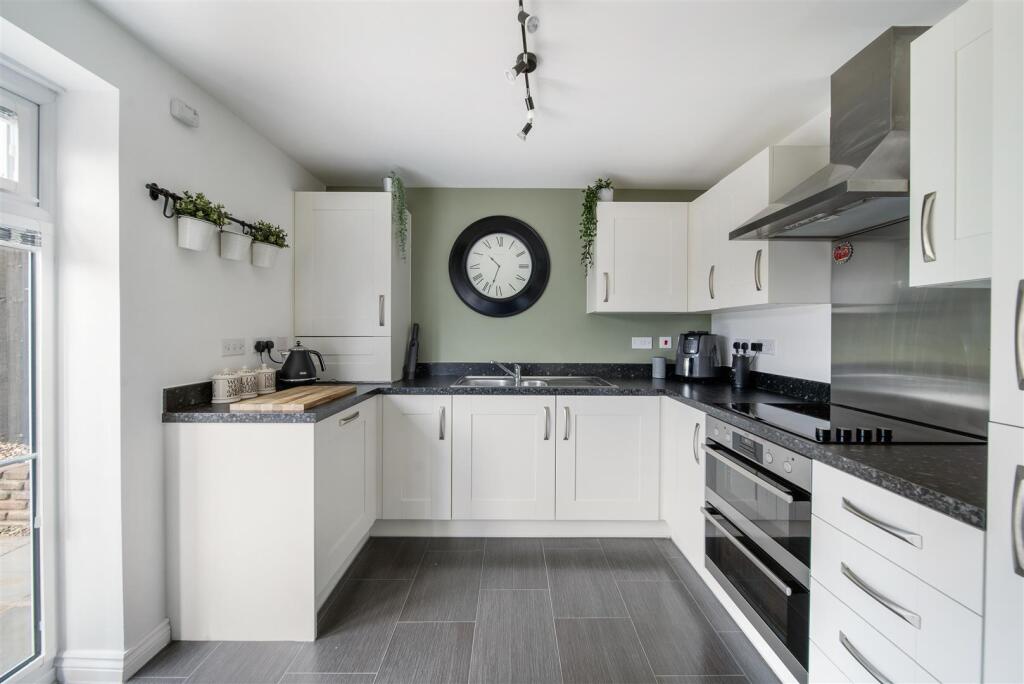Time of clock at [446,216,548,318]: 10:32
